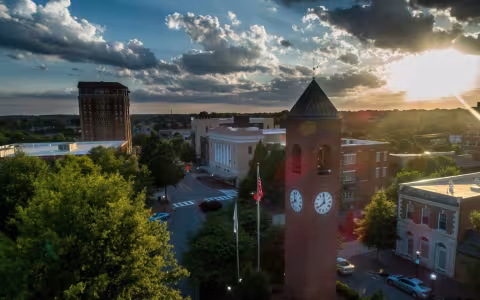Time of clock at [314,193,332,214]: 7:59
